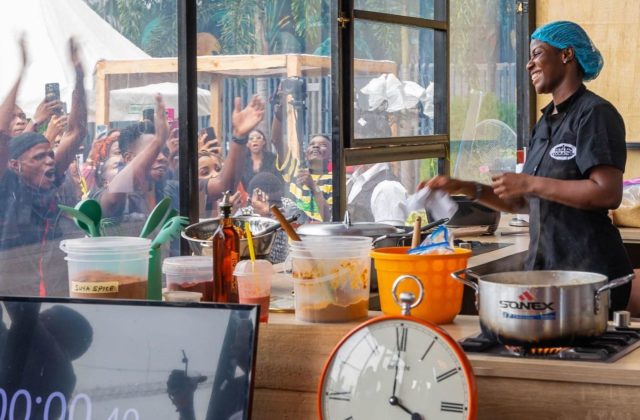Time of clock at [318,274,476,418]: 4:00
